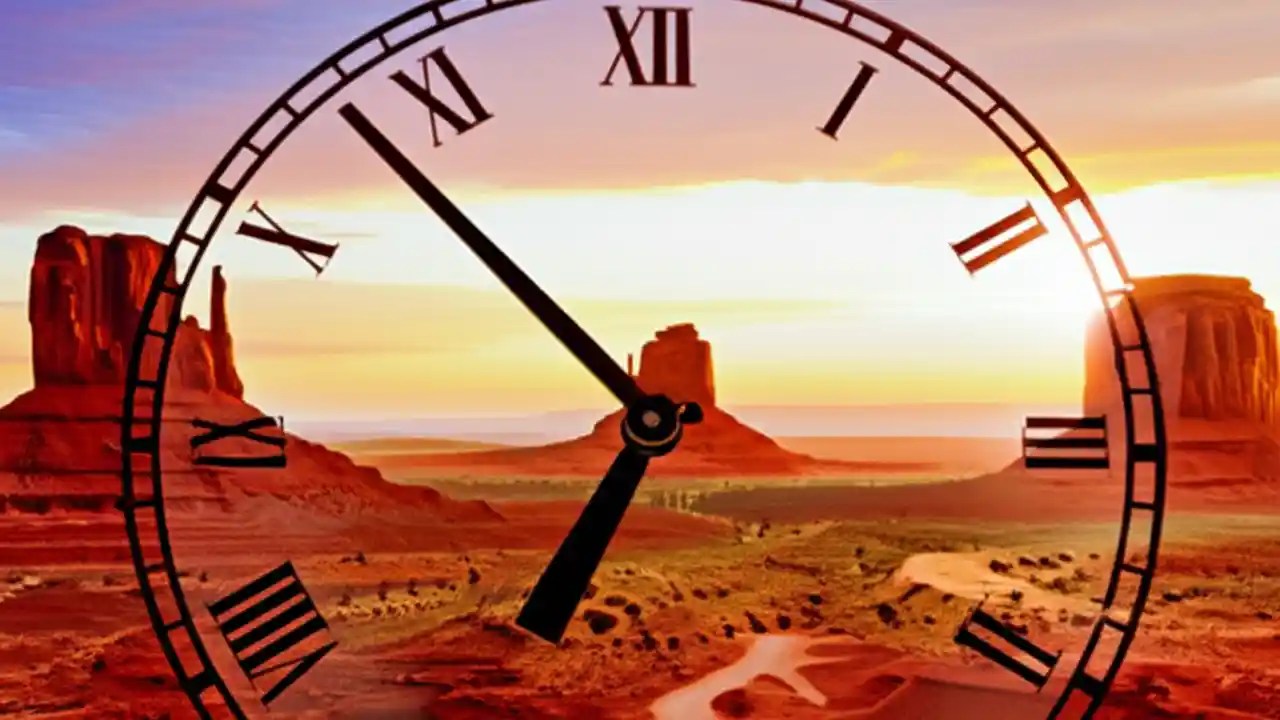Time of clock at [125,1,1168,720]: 6:53
